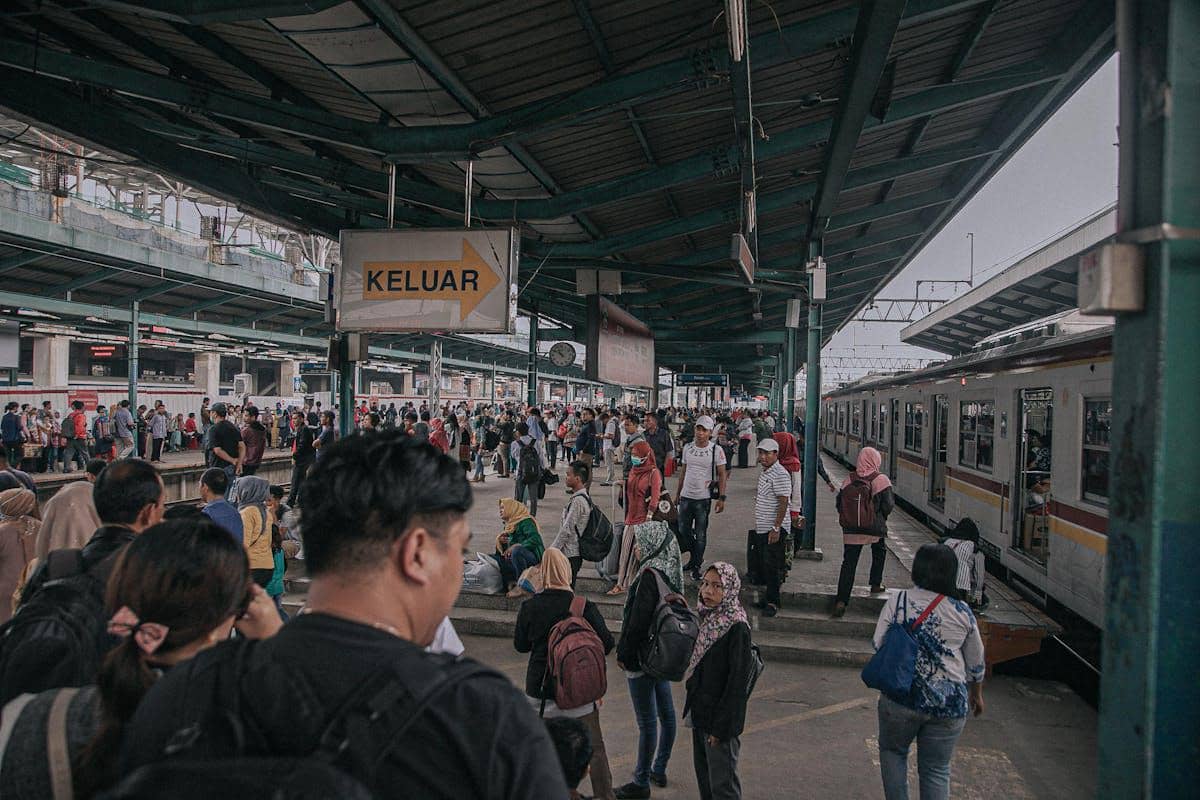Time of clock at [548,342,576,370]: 10:50
